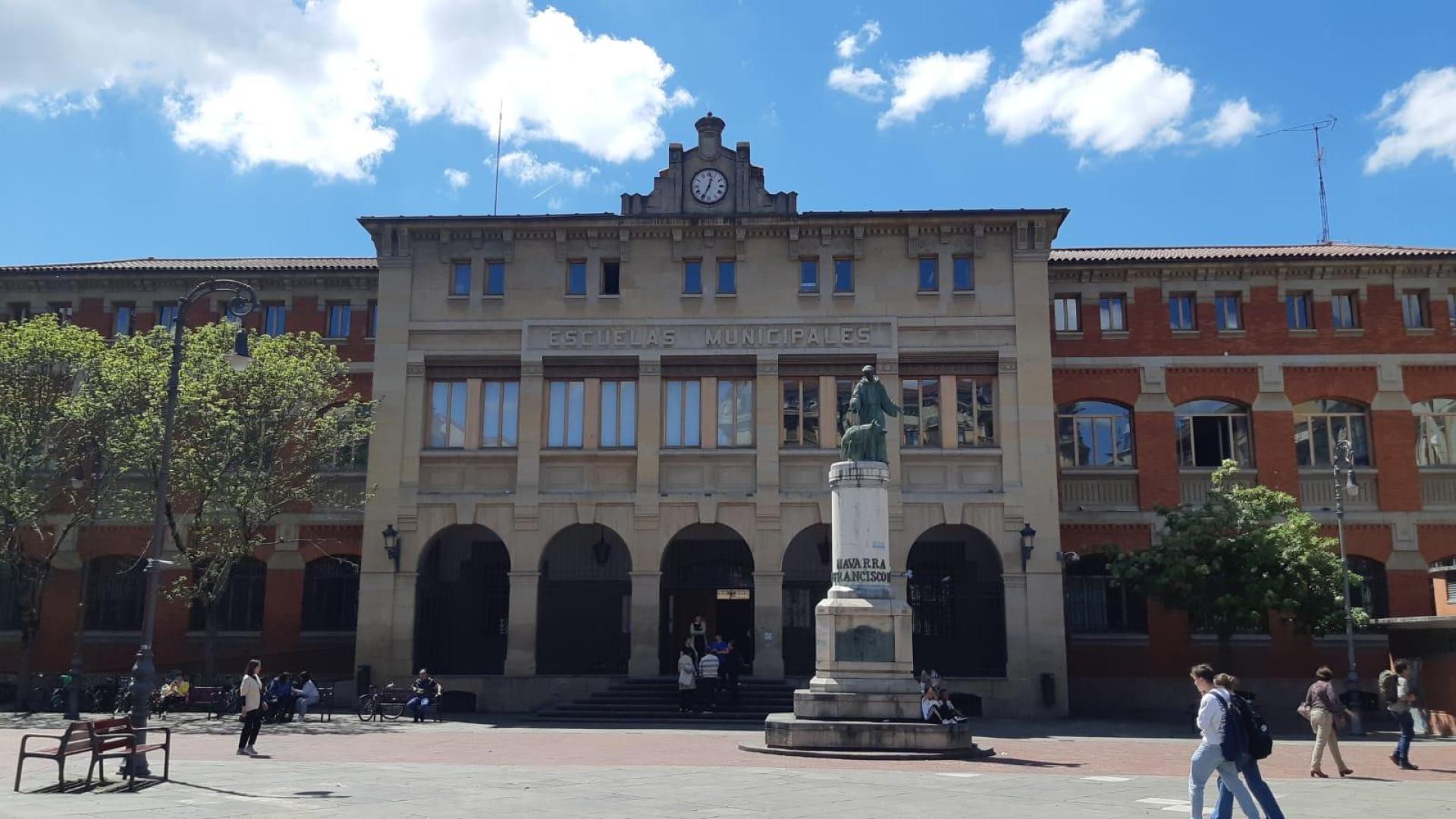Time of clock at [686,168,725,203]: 12:34
